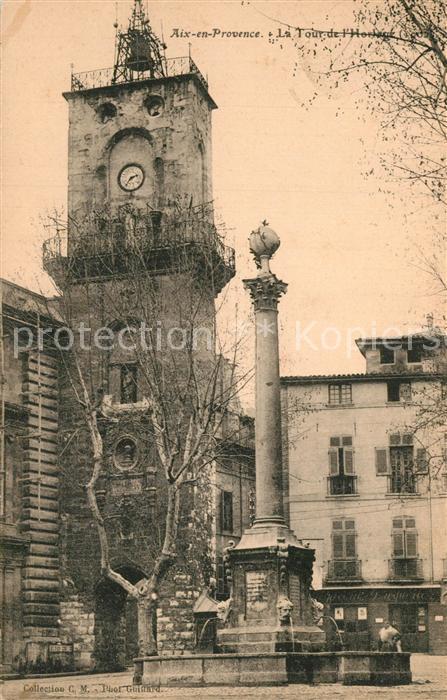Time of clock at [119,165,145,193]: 2:35
